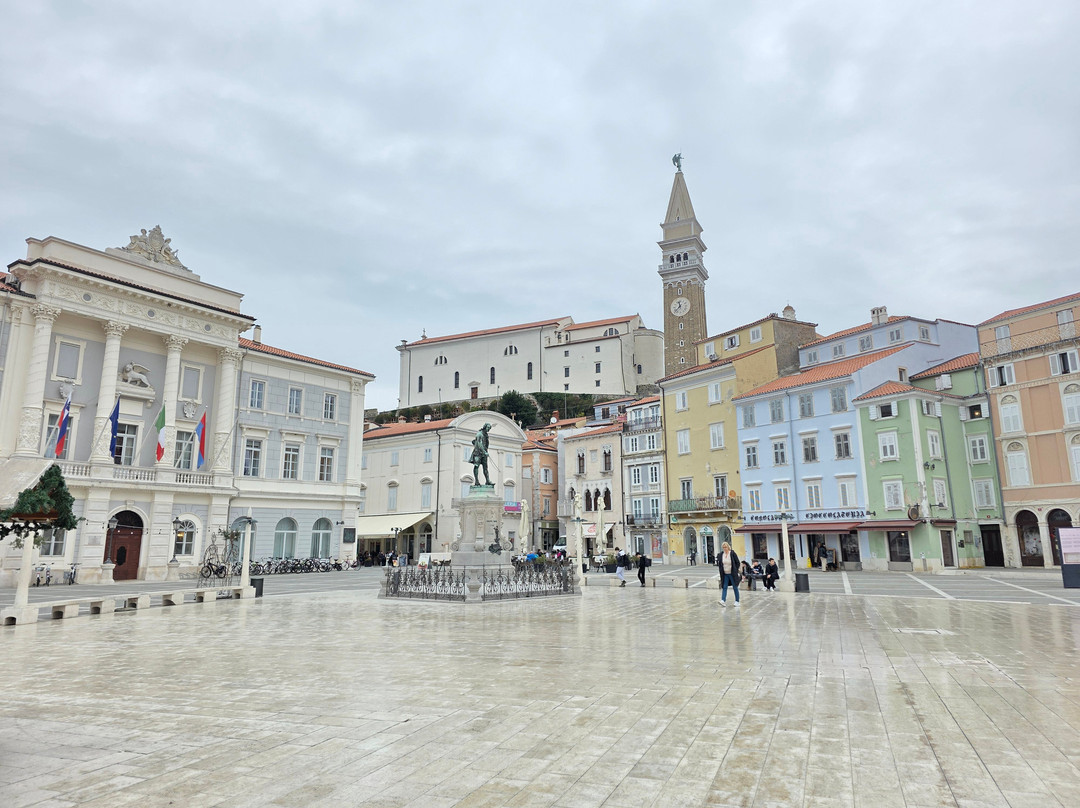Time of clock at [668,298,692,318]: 11:37
